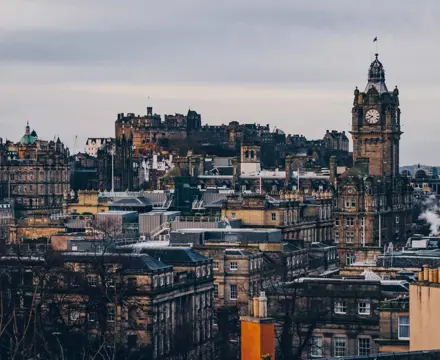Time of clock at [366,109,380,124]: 9:39
